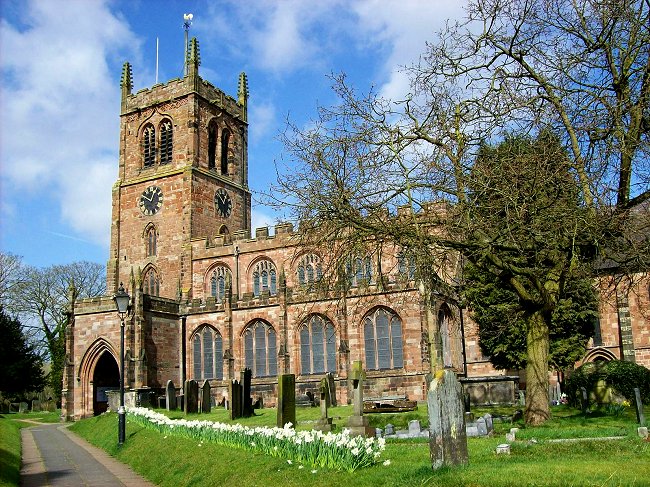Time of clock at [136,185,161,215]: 12:49
